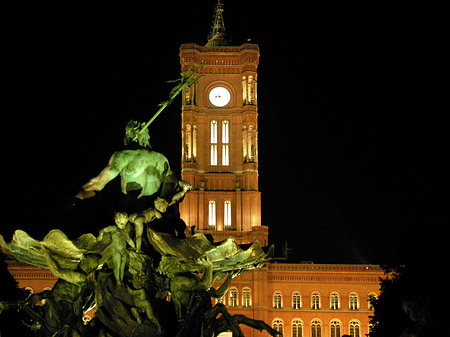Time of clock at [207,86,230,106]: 8:48
